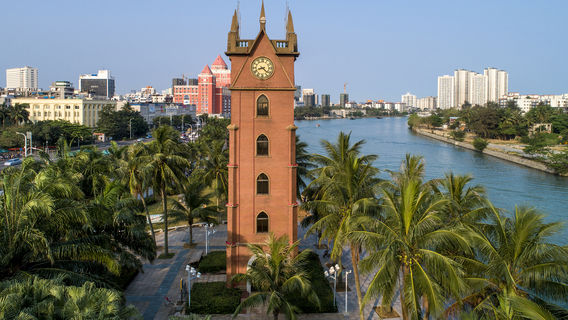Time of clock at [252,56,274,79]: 8:22
